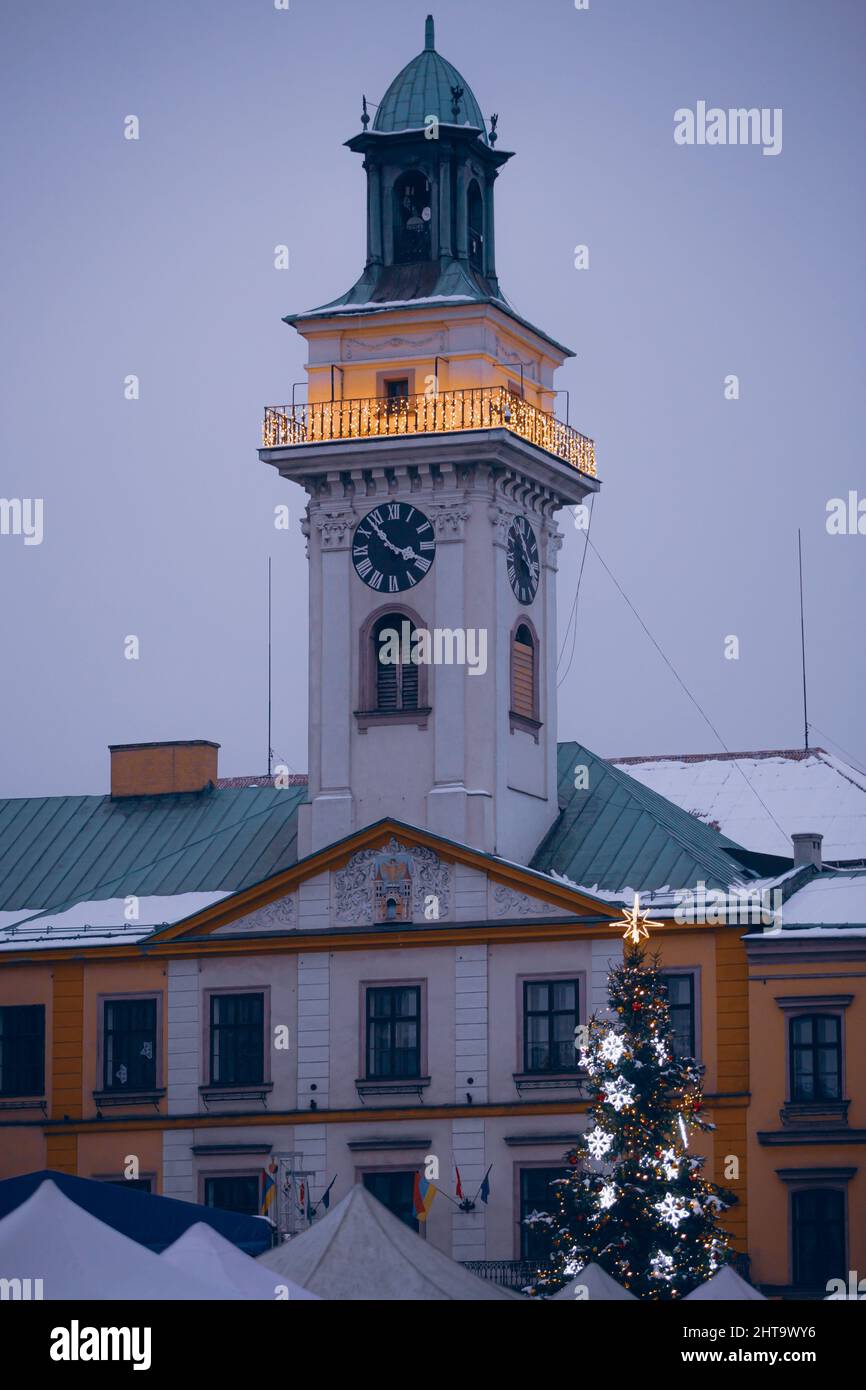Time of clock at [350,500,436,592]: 3:53
